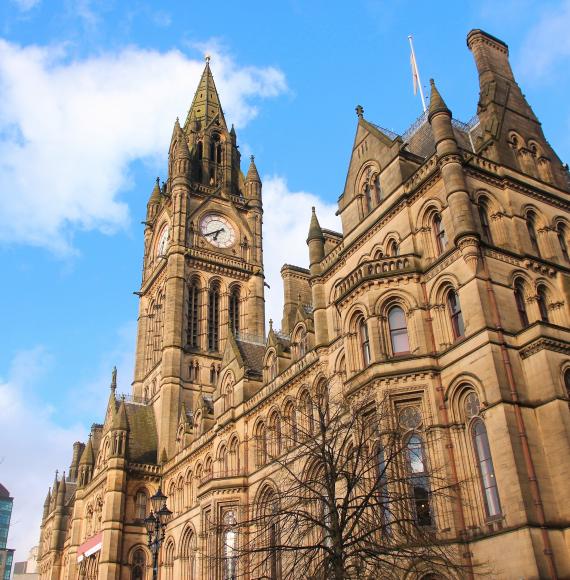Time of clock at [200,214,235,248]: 6:40
